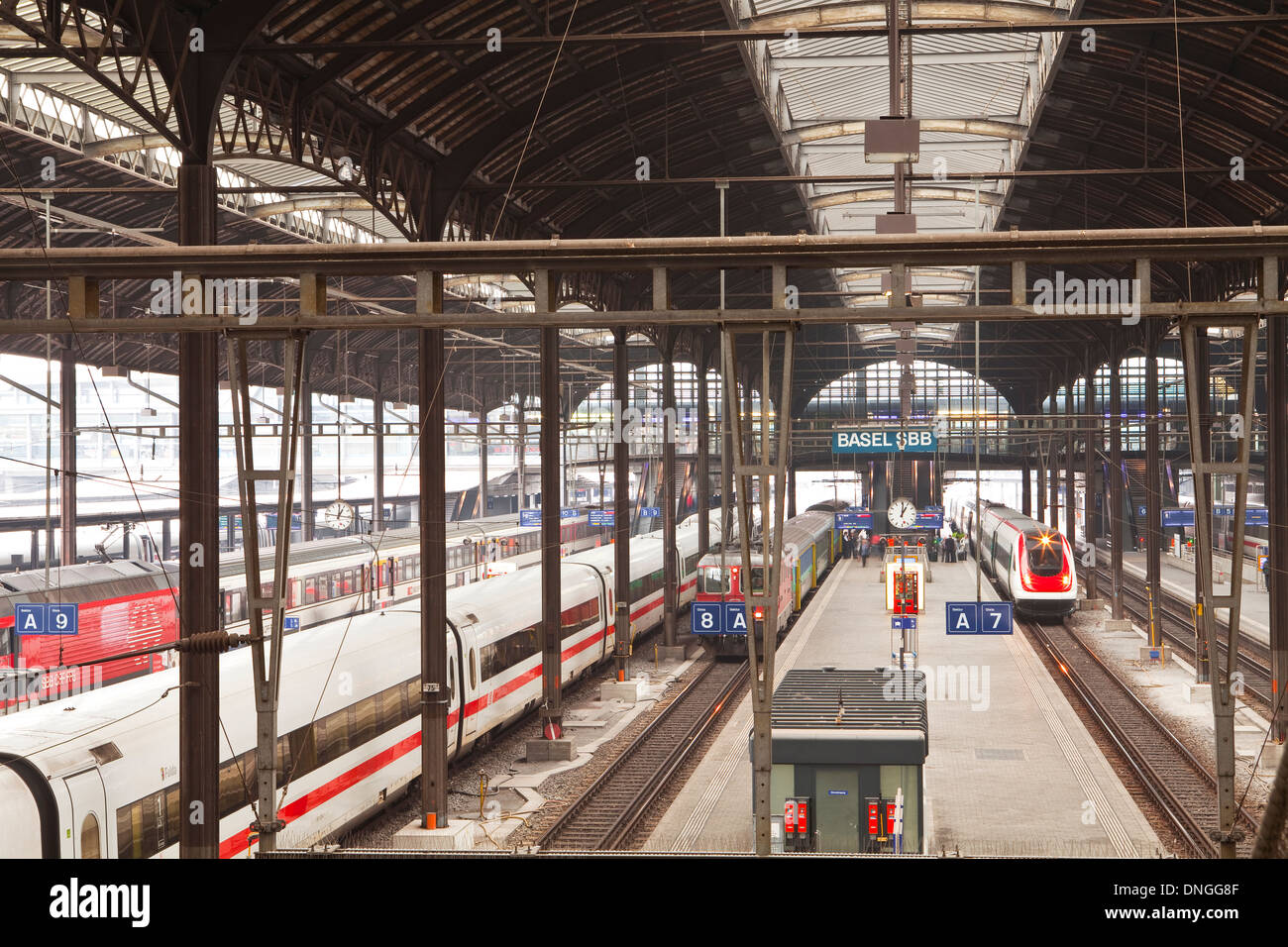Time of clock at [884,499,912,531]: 1:01
